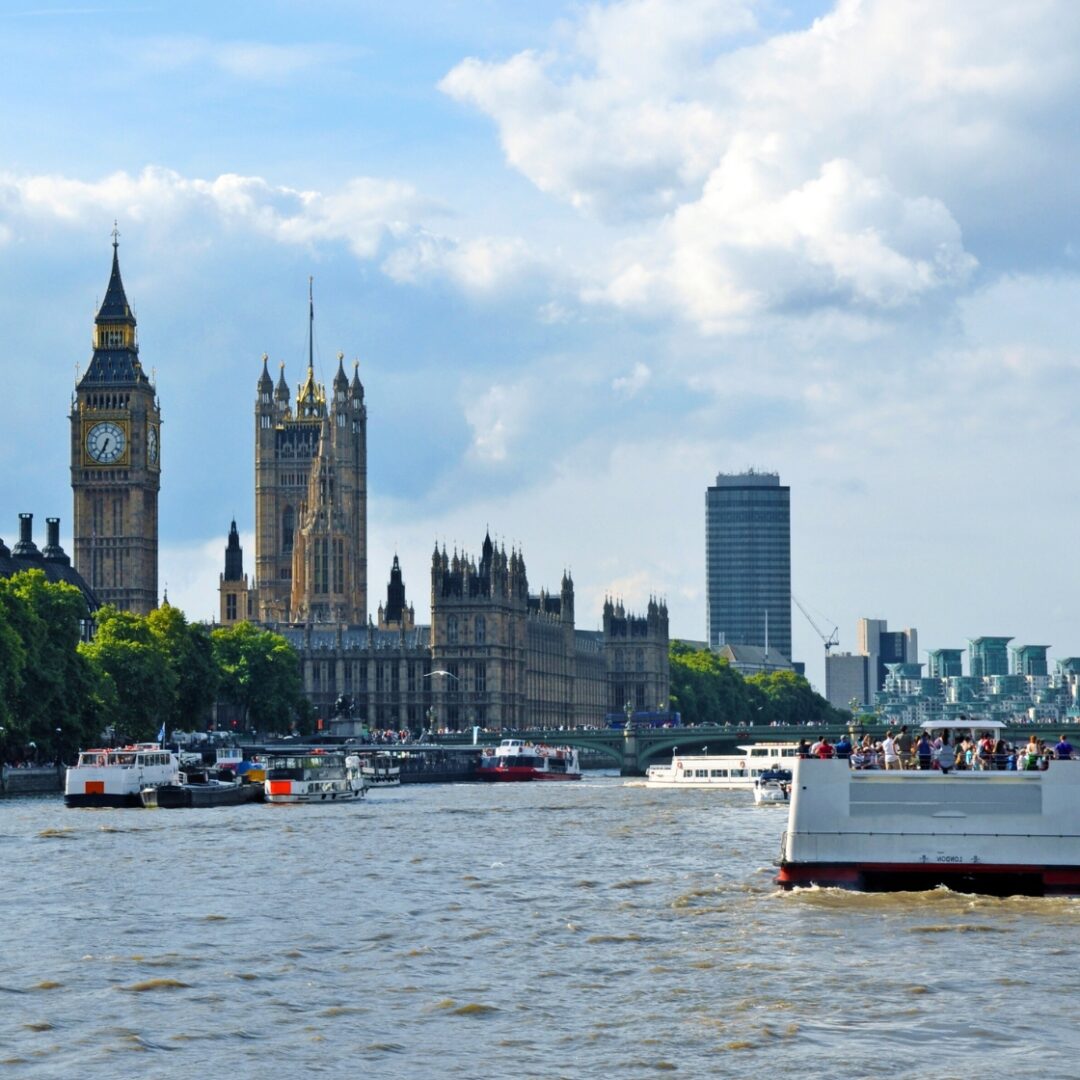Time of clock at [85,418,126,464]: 6:34
